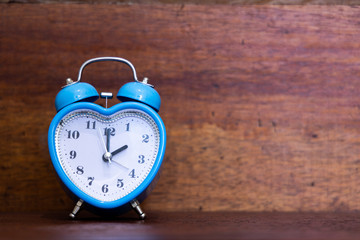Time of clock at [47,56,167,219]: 1:59
